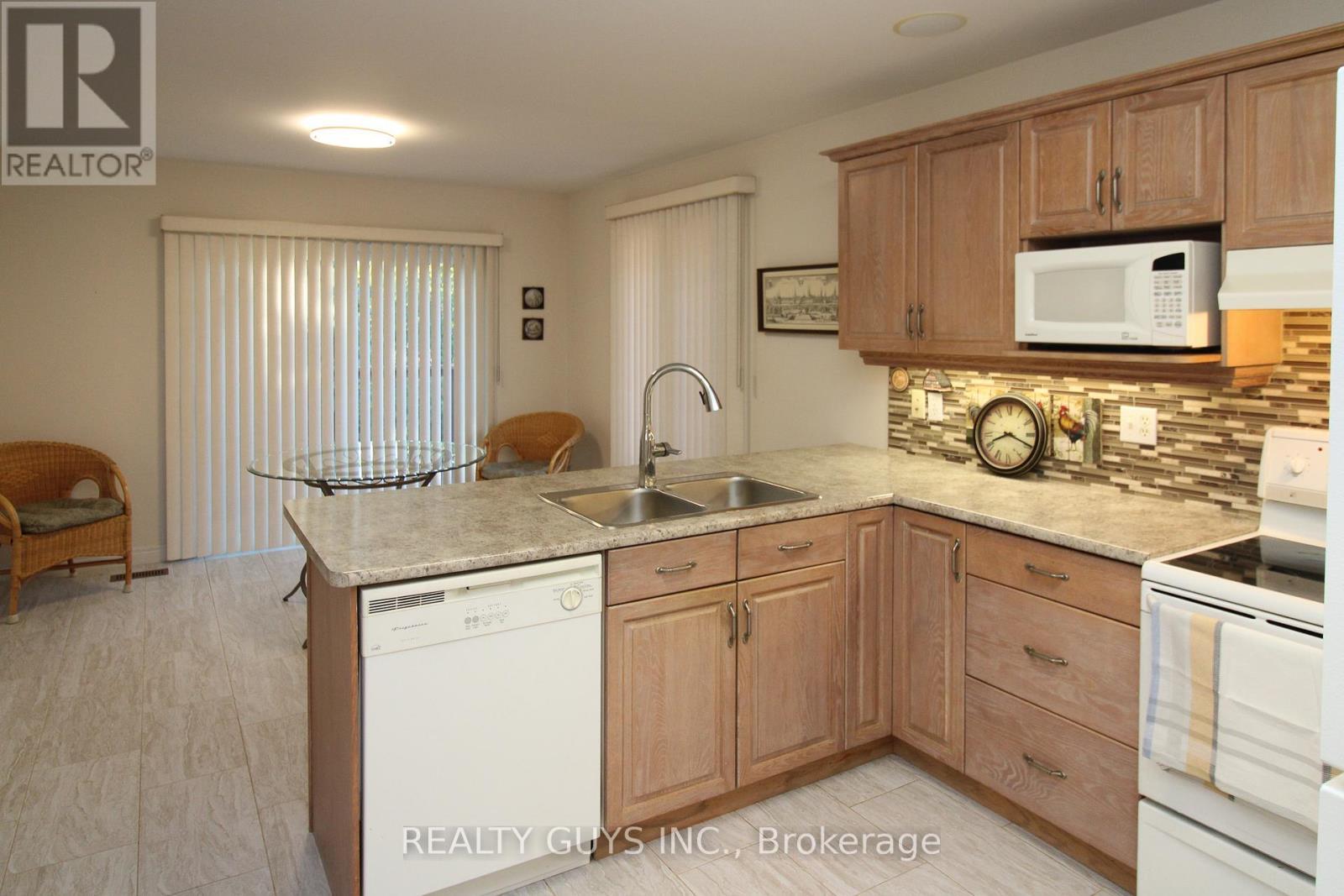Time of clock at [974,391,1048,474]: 8:19
